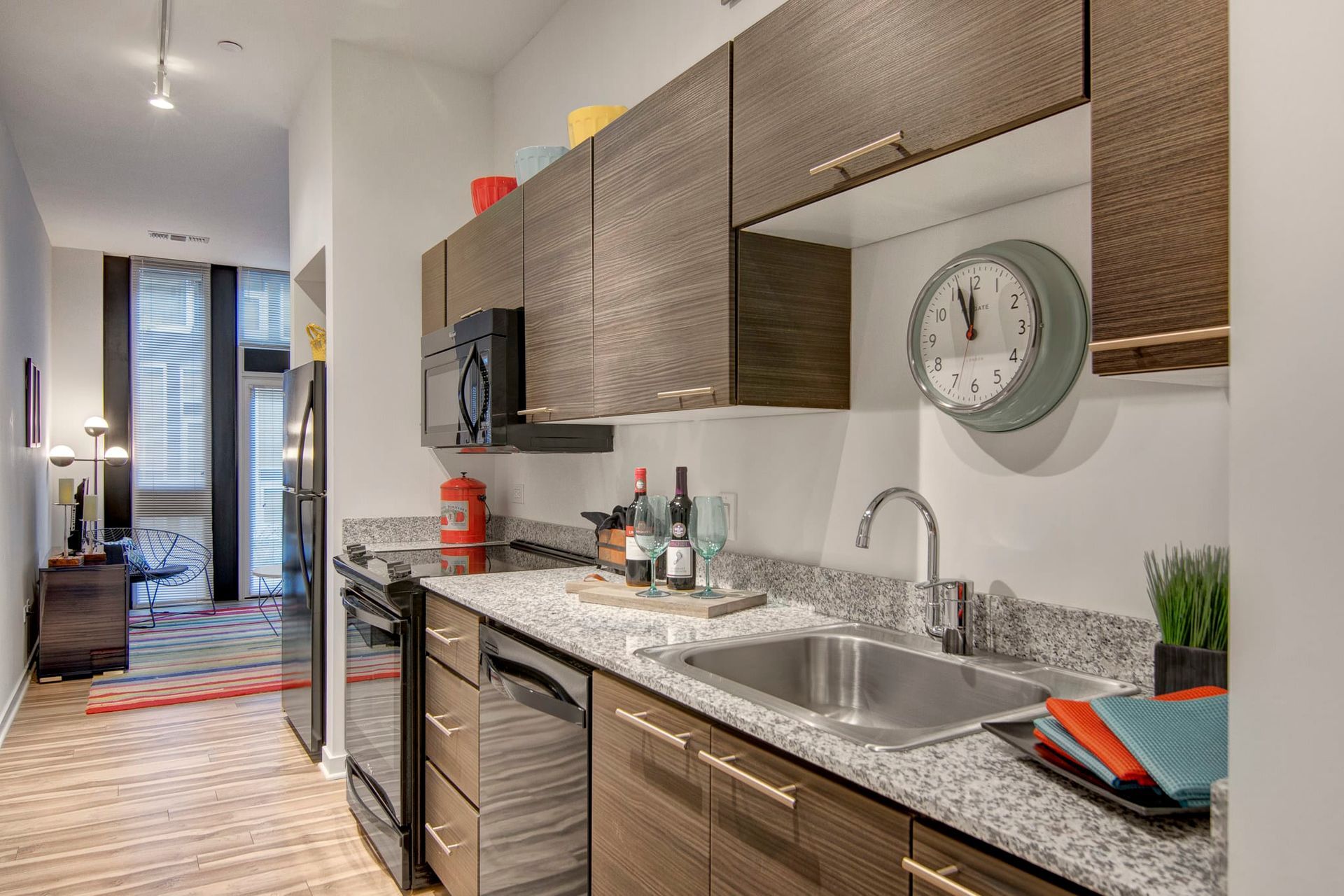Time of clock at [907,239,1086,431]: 11:56
